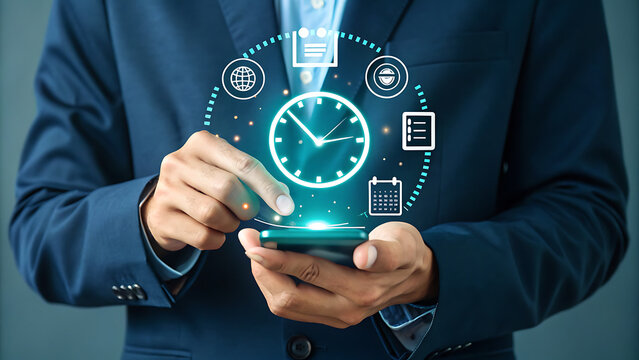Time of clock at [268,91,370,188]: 2:52
